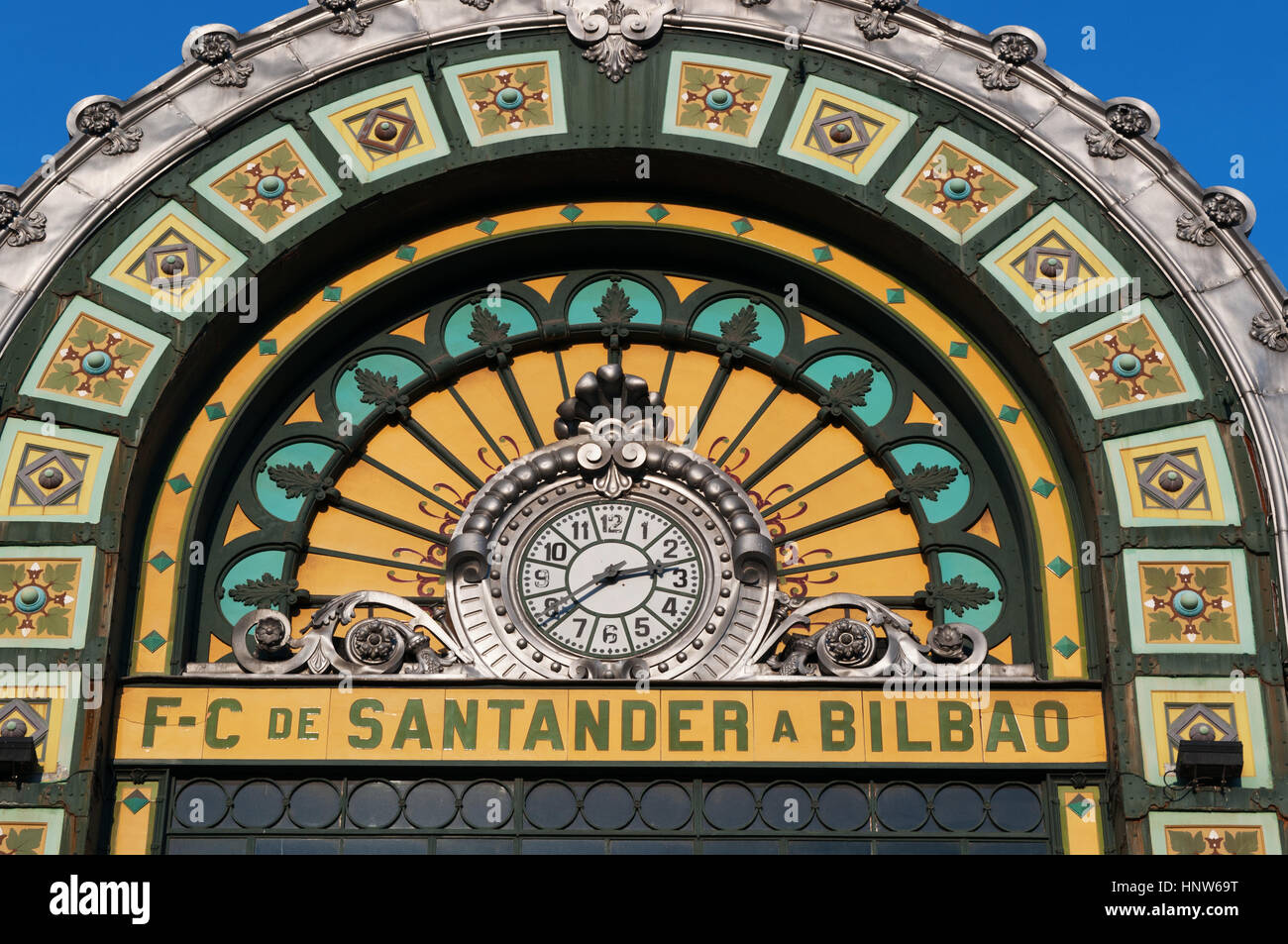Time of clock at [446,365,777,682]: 2:38
